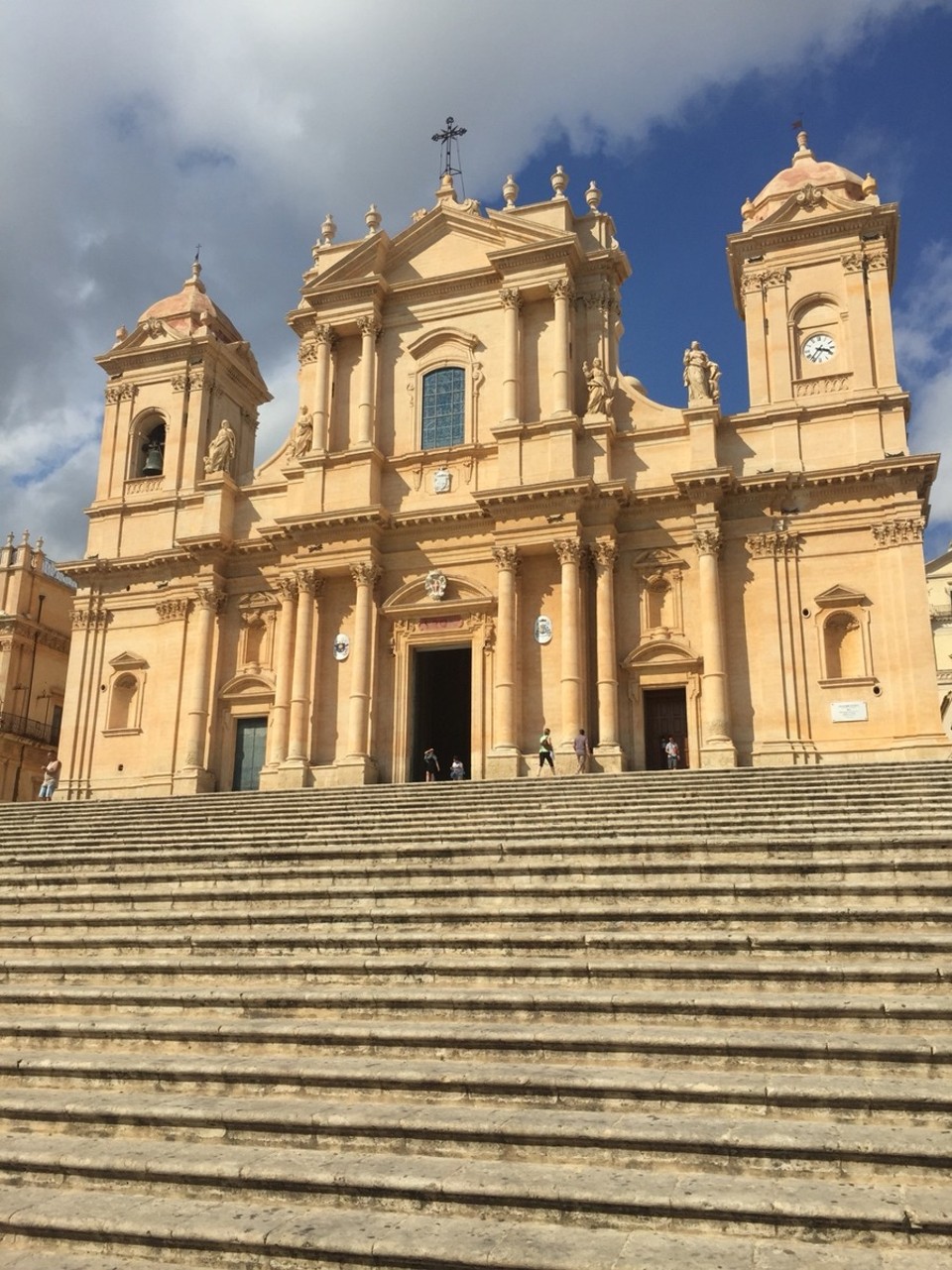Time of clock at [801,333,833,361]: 3:36
